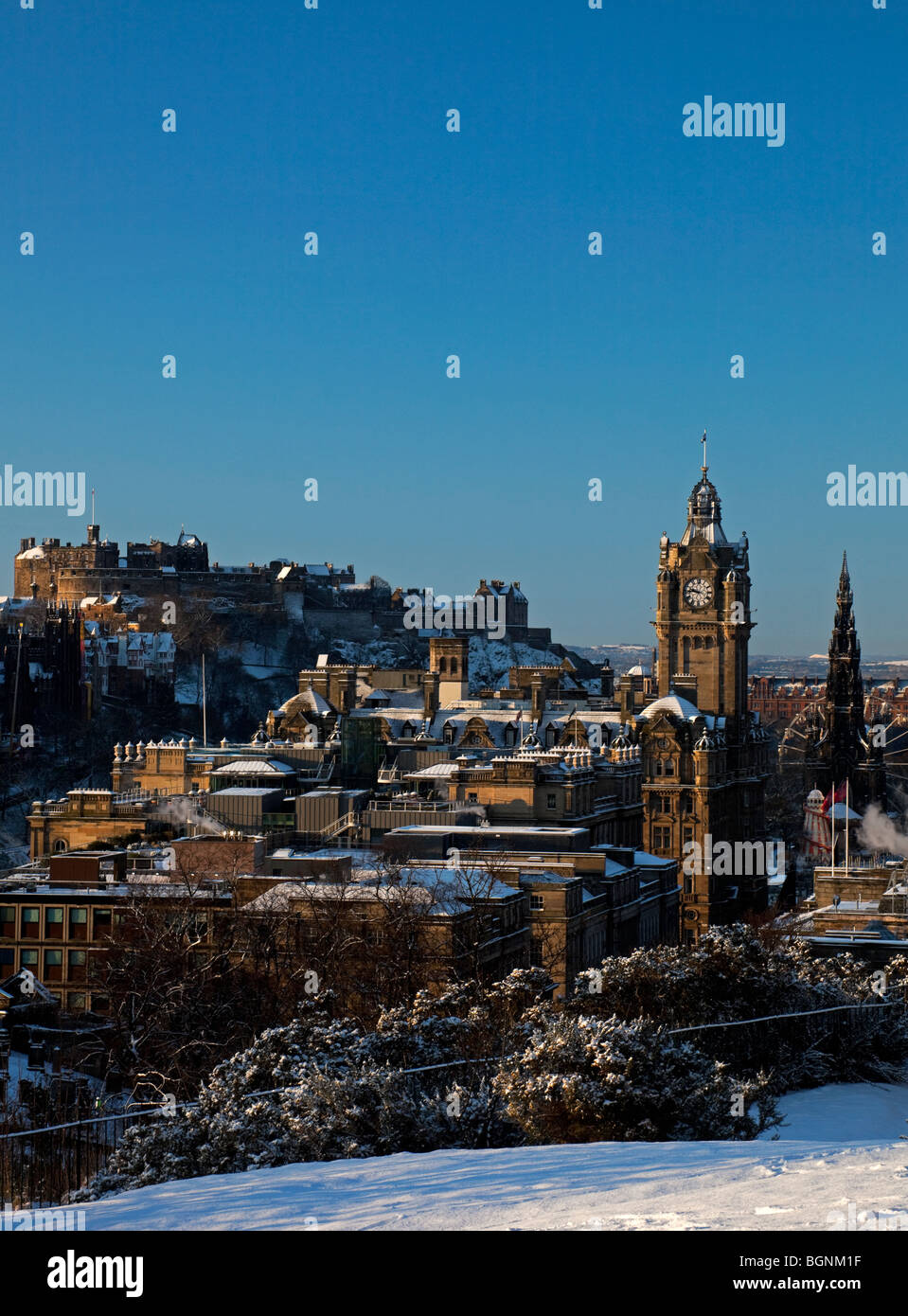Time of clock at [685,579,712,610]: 9:45
